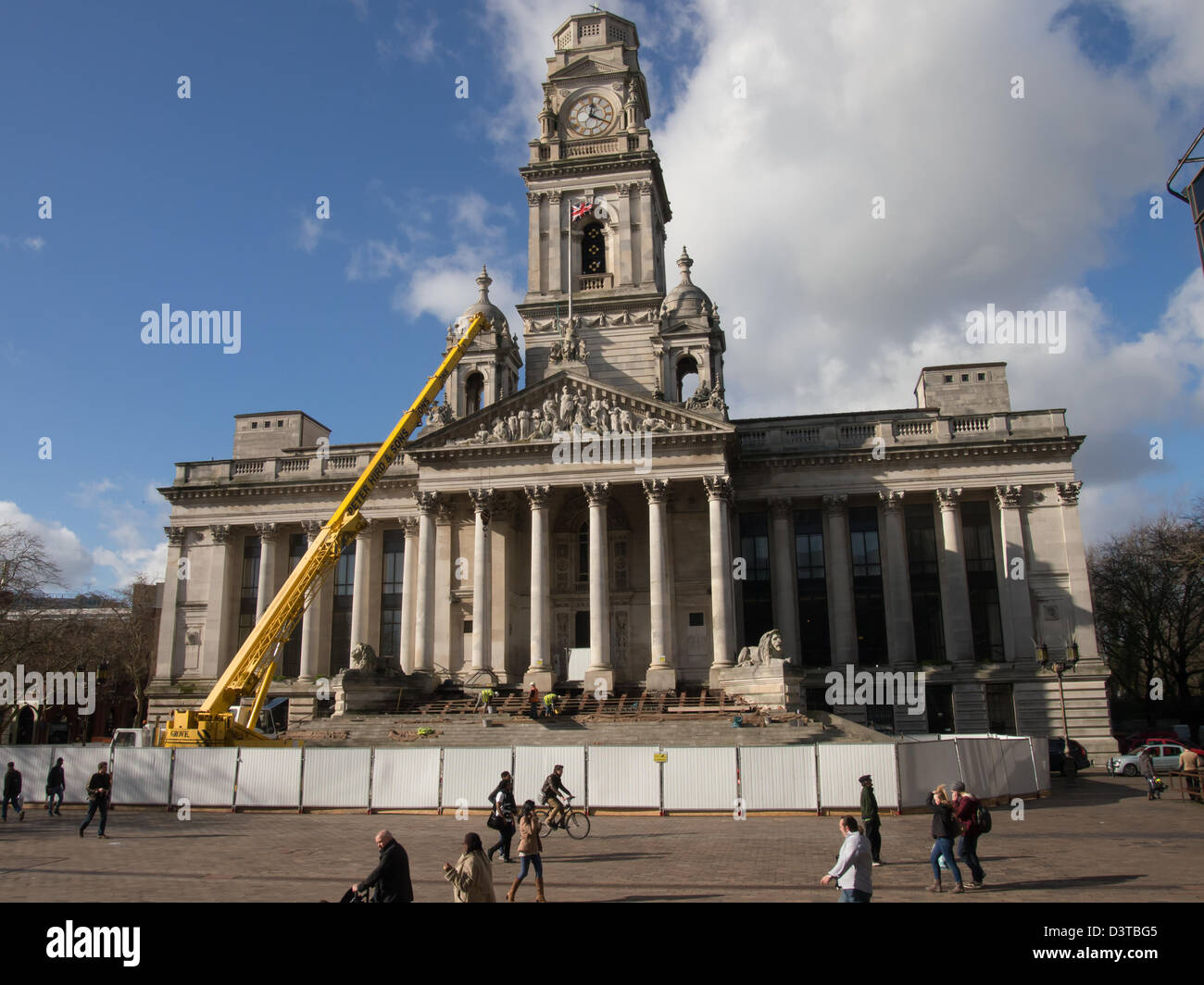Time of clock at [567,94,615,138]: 12:19
